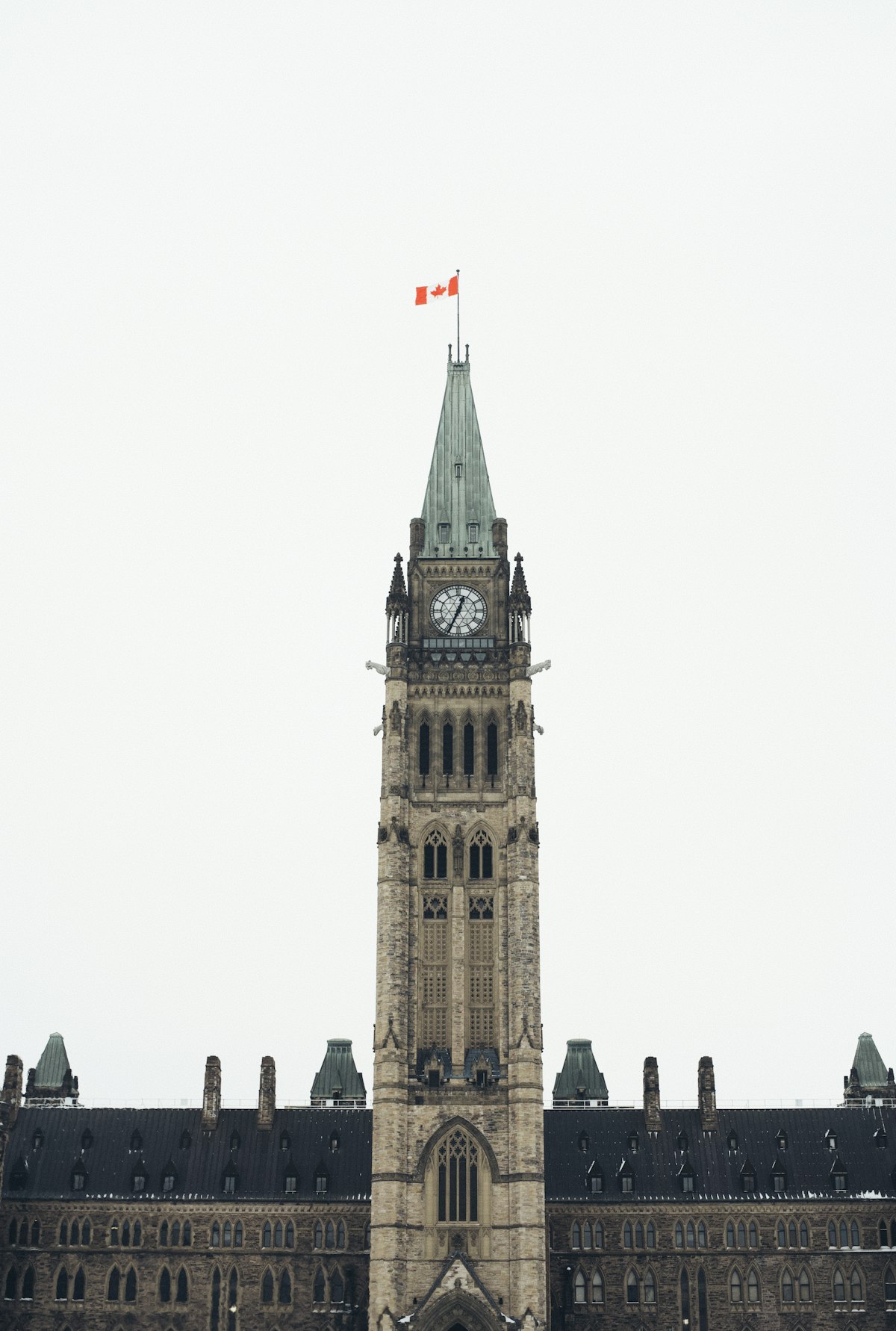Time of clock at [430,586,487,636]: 12:34
